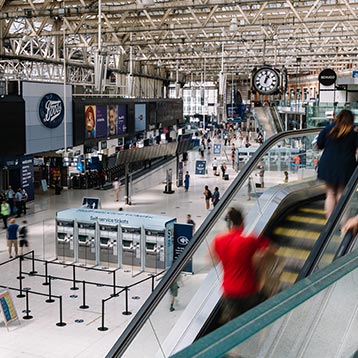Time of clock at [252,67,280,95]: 1:01
